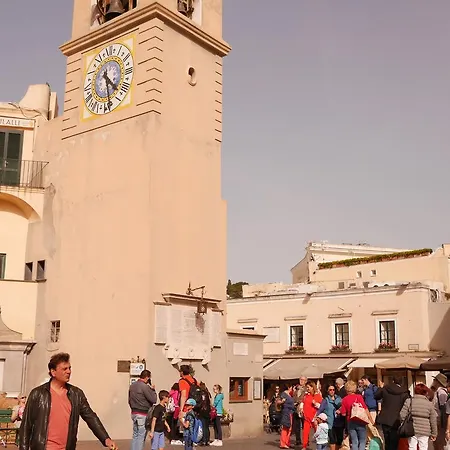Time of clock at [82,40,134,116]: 4:28
